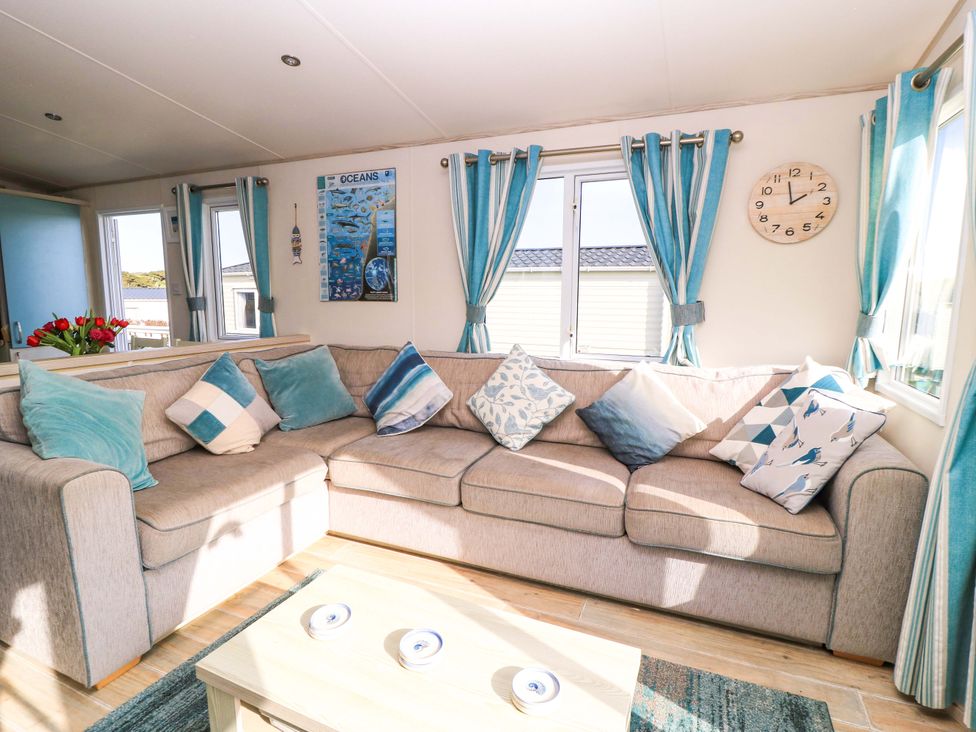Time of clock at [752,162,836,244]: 1:58
